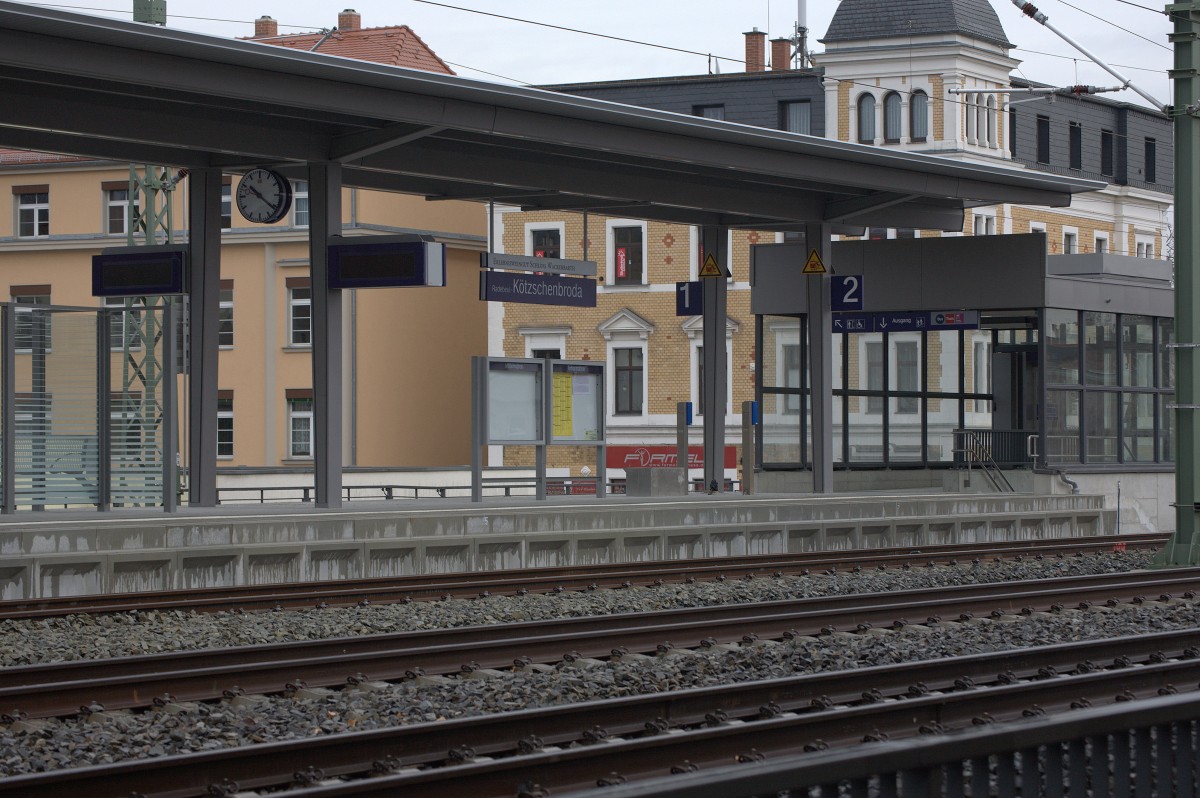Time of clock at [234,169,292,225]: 10:21
